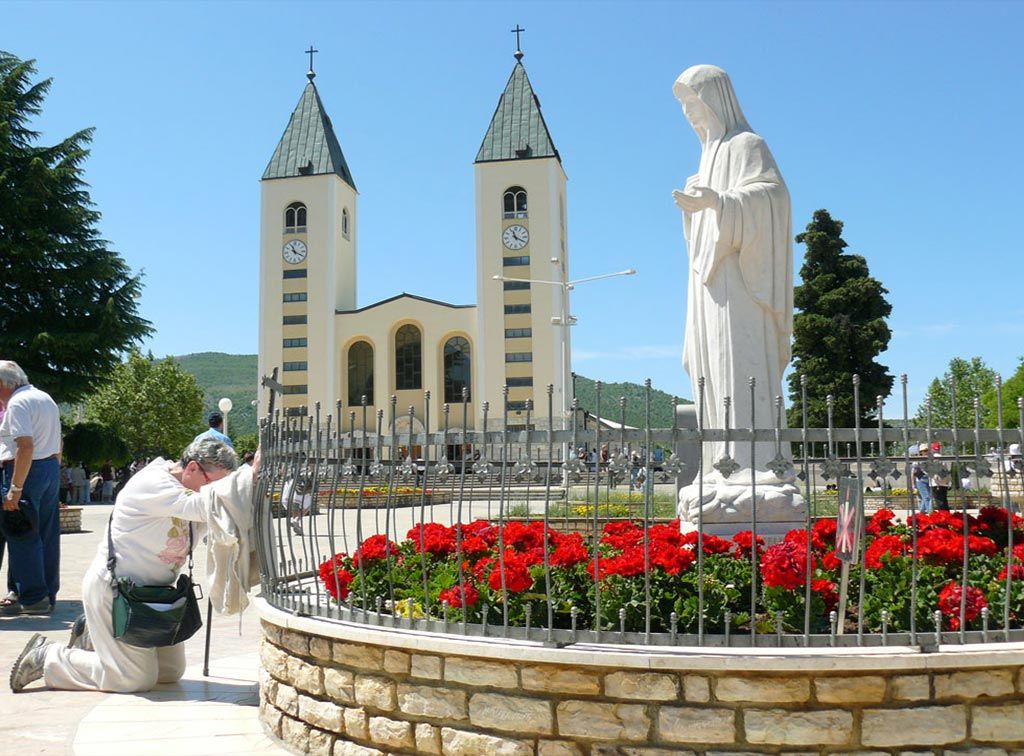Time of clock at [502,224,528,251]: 11:19
